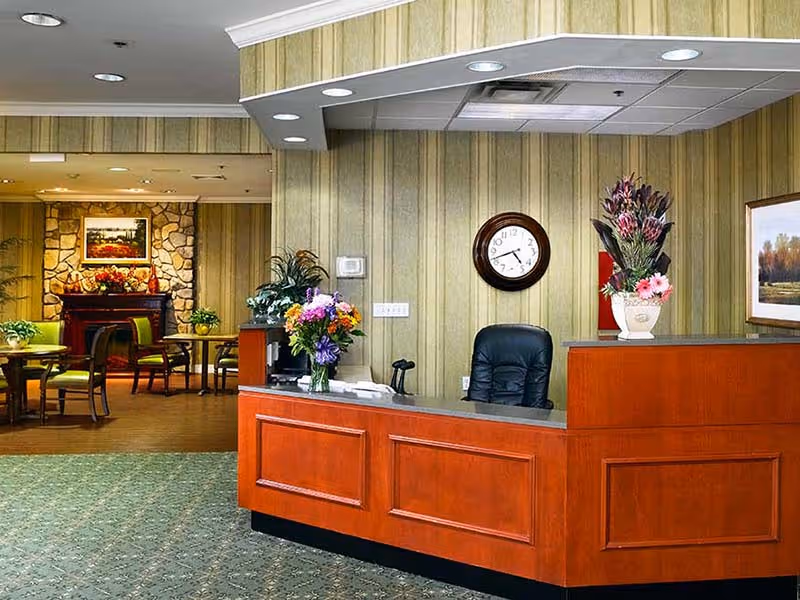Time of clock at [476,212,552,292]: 4:41
